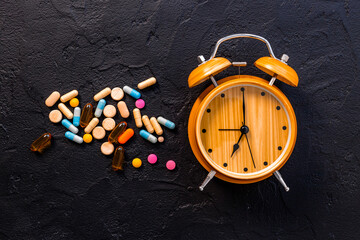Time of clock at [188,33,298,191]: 7:00
